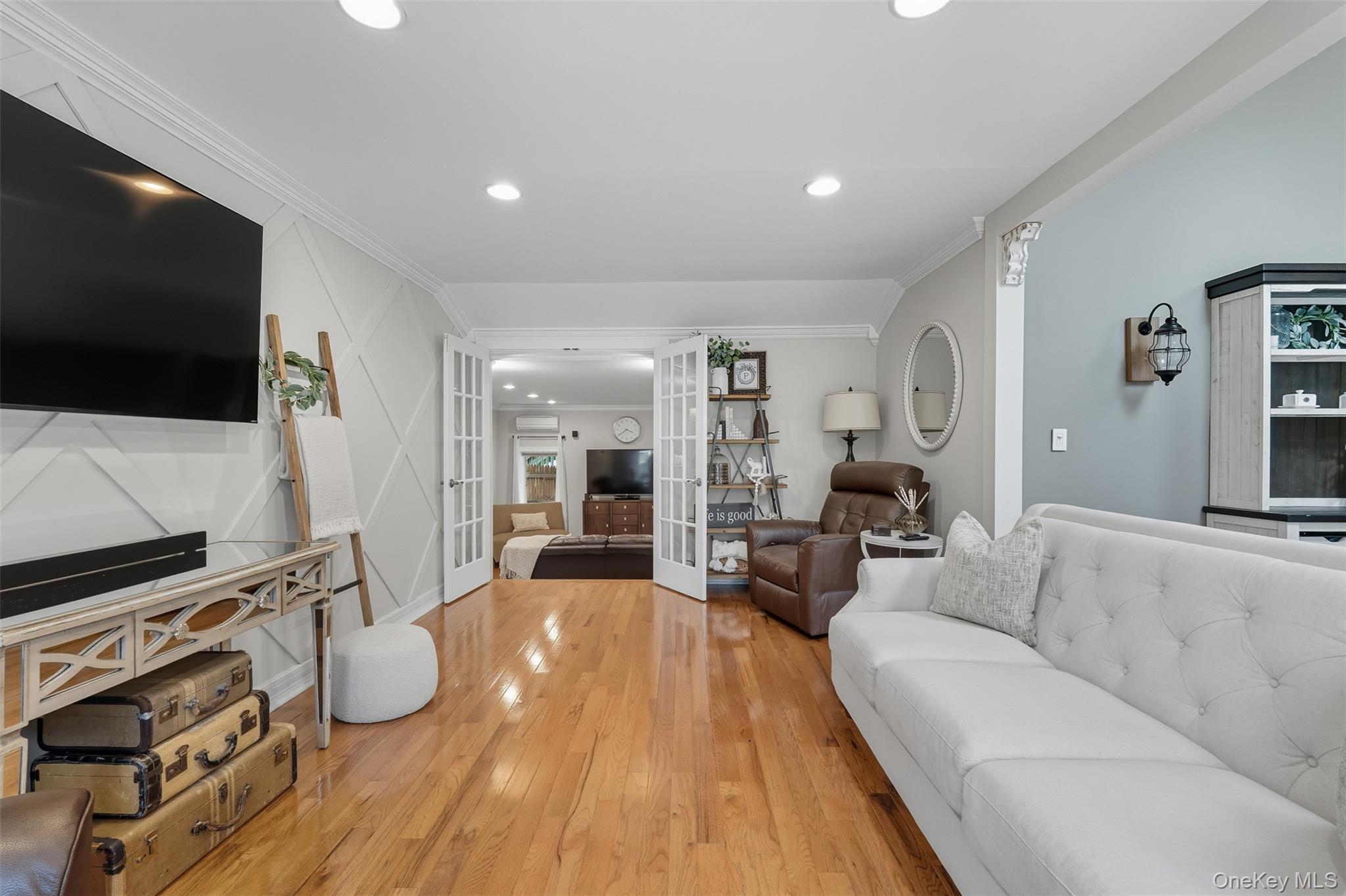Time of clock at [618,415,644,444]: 3:39
